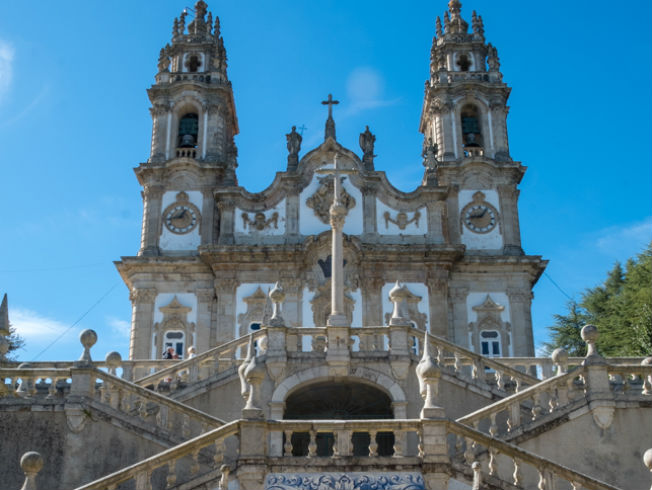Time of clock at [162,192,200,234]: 12:43
